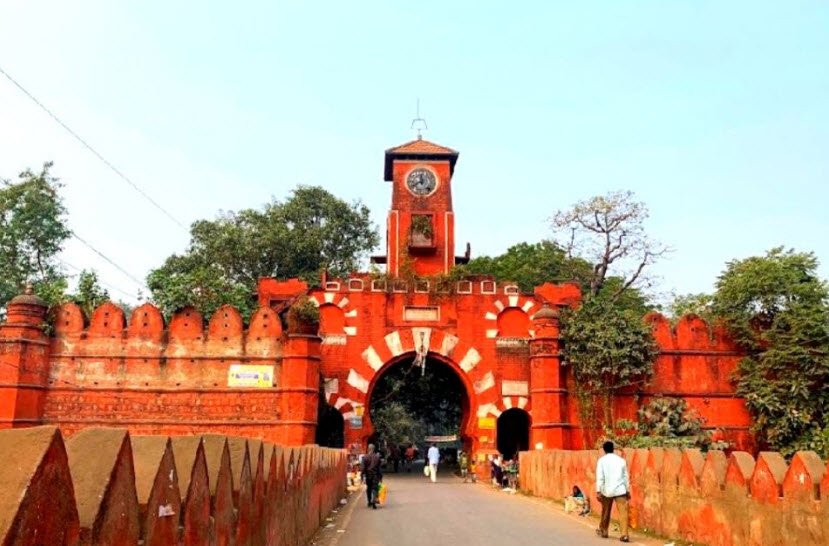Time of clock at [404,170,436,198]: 11:40
